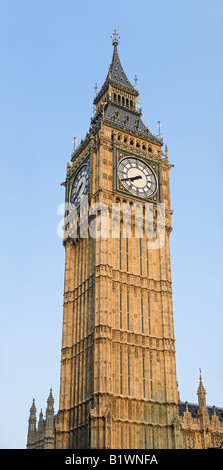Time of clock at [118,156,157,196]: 7:40
